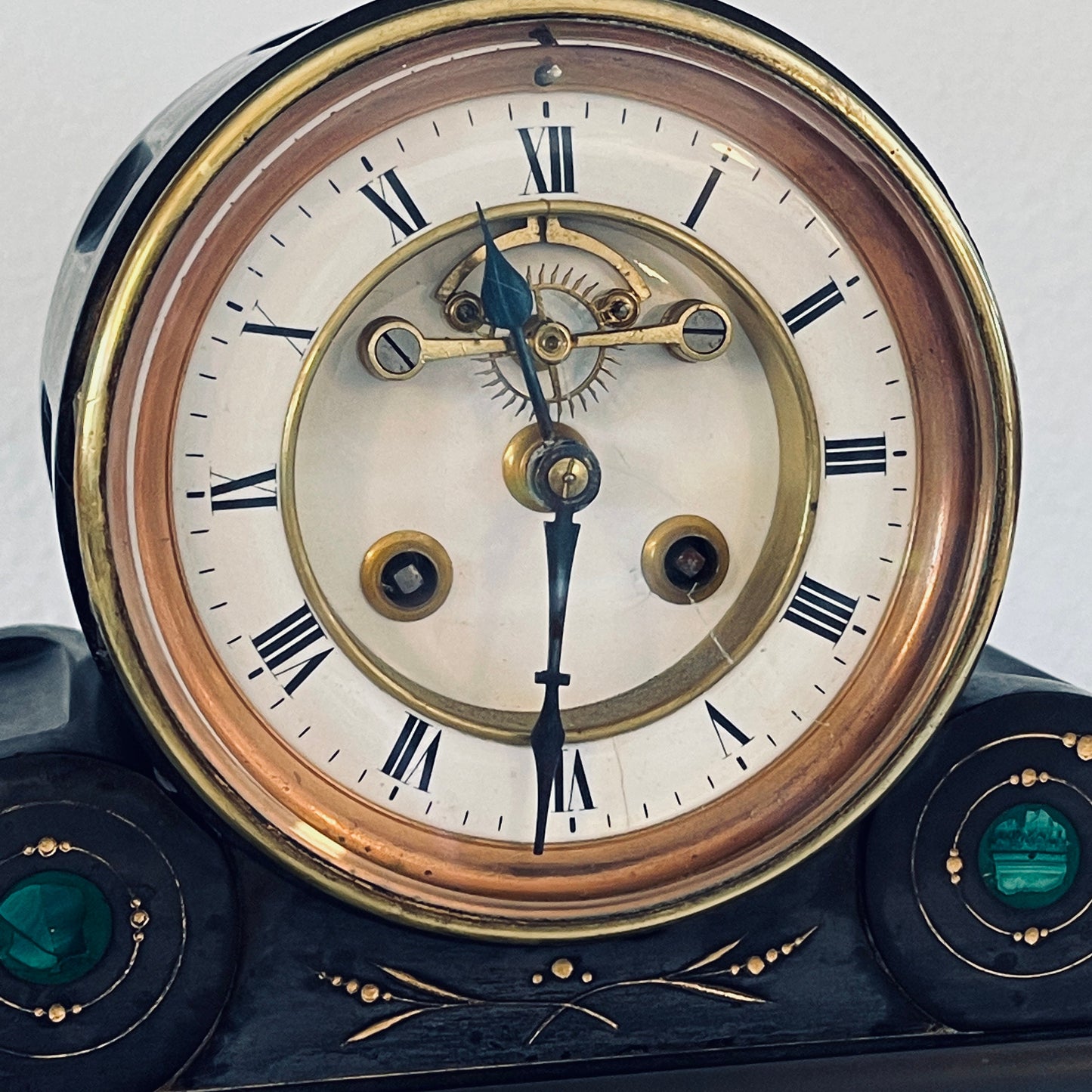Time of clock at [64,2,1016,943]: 11:30
